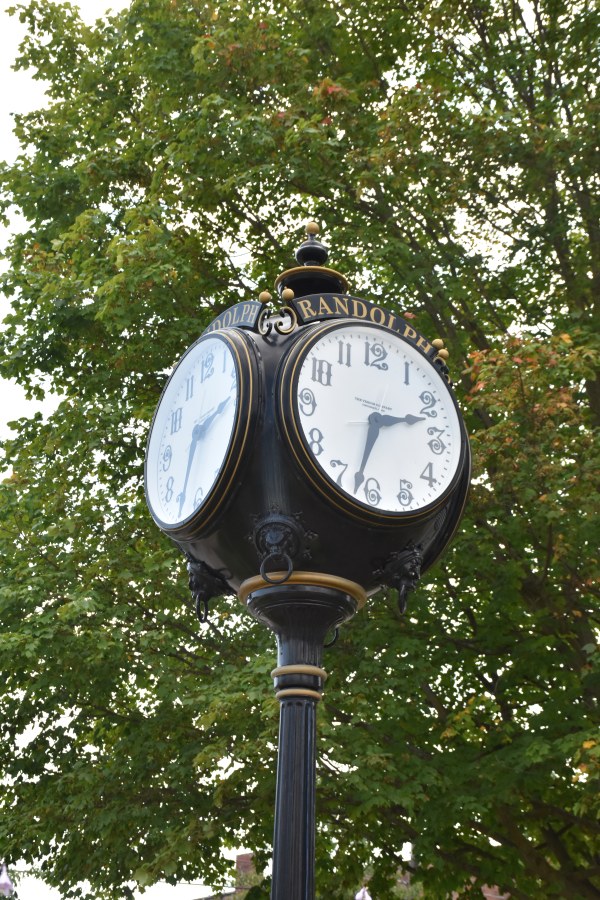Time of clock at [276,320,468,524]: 2:32
